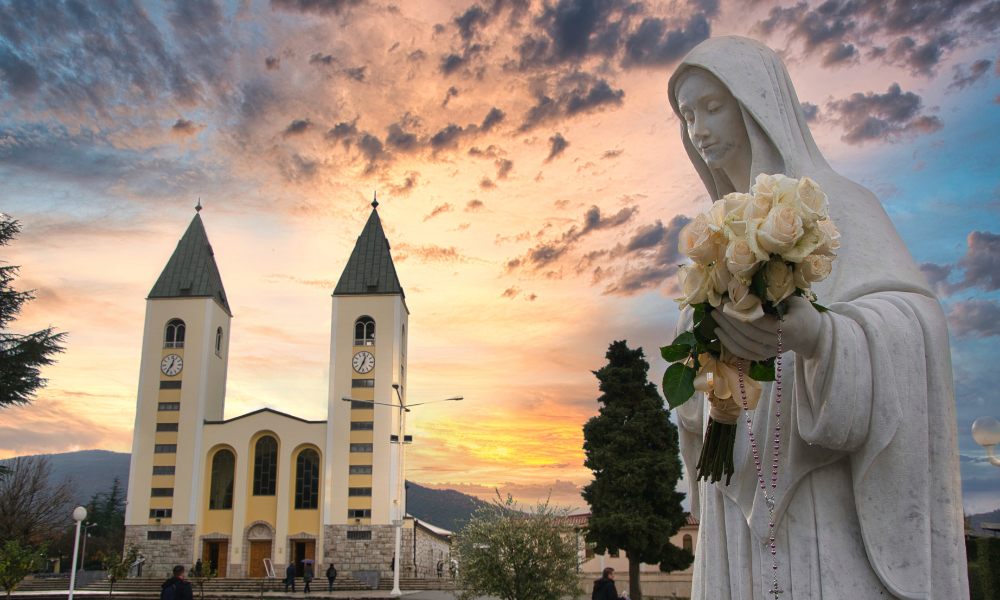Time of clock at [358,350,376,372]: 12:34
